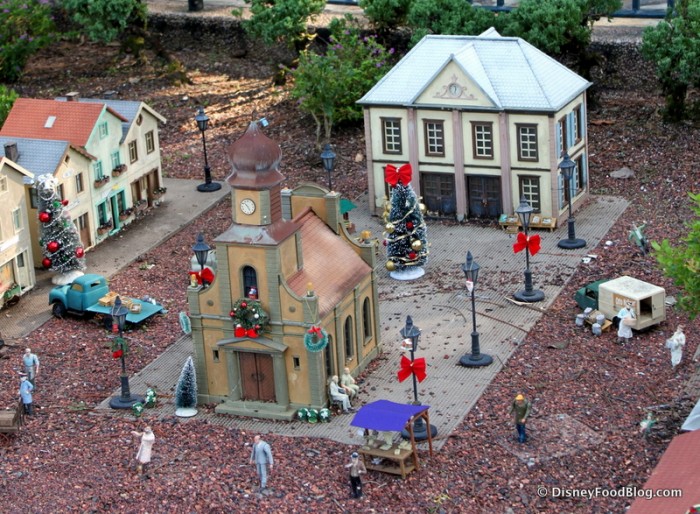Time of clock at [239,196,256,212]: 4:52
